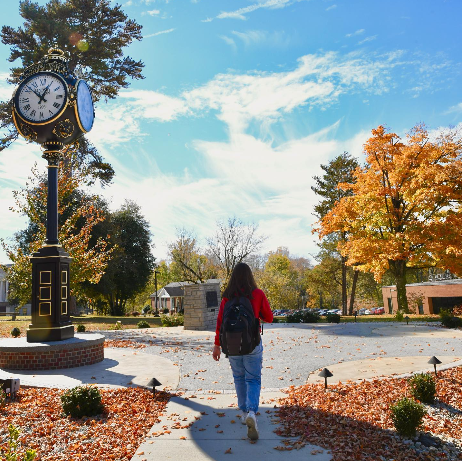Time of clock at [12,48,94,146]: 12:52
